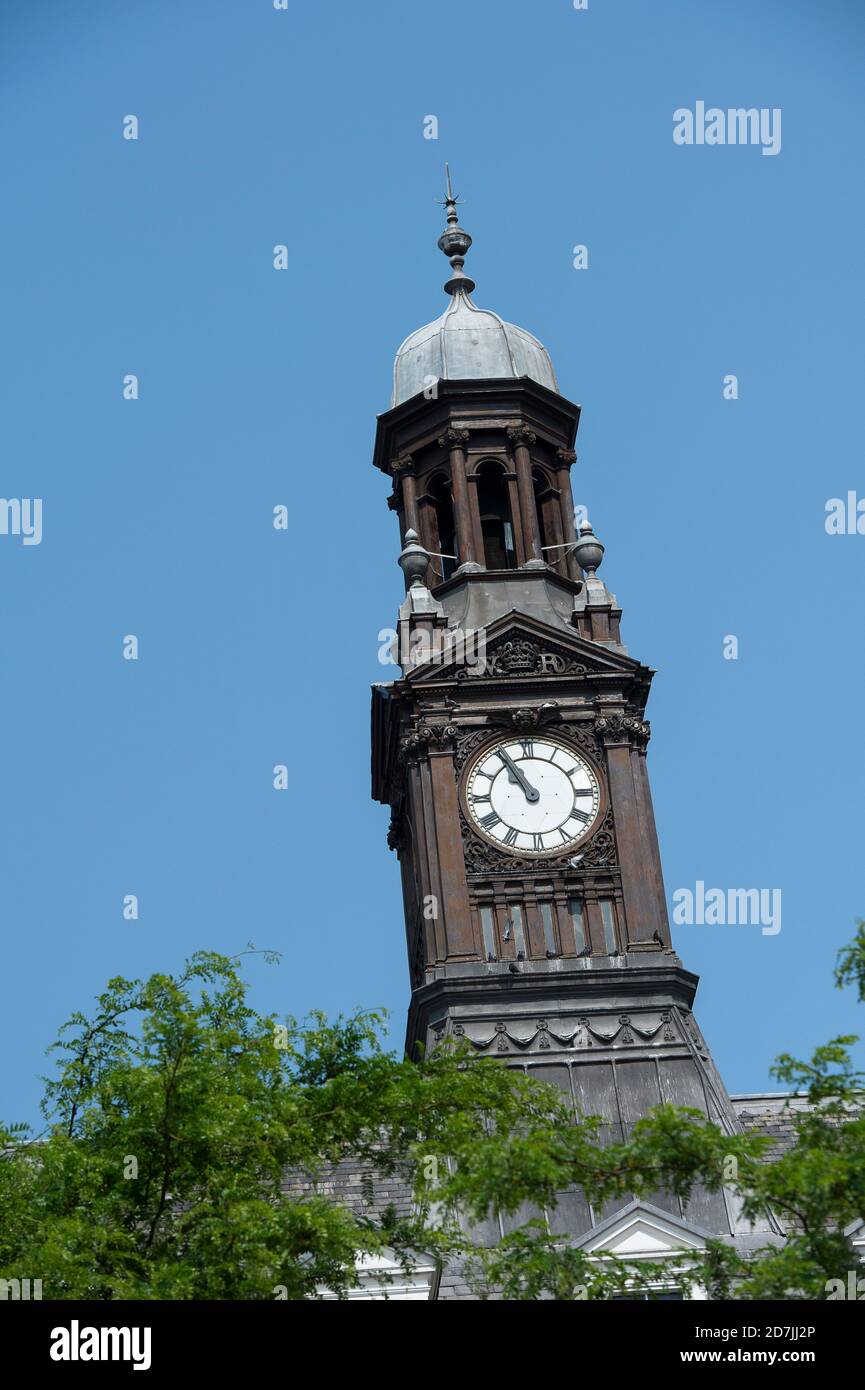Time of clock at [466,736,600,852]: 10:55
